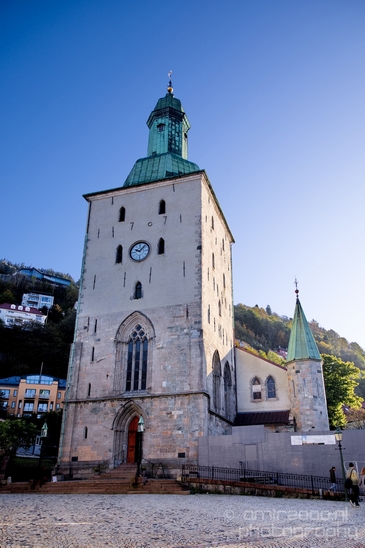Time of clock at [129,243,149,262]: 10:07
